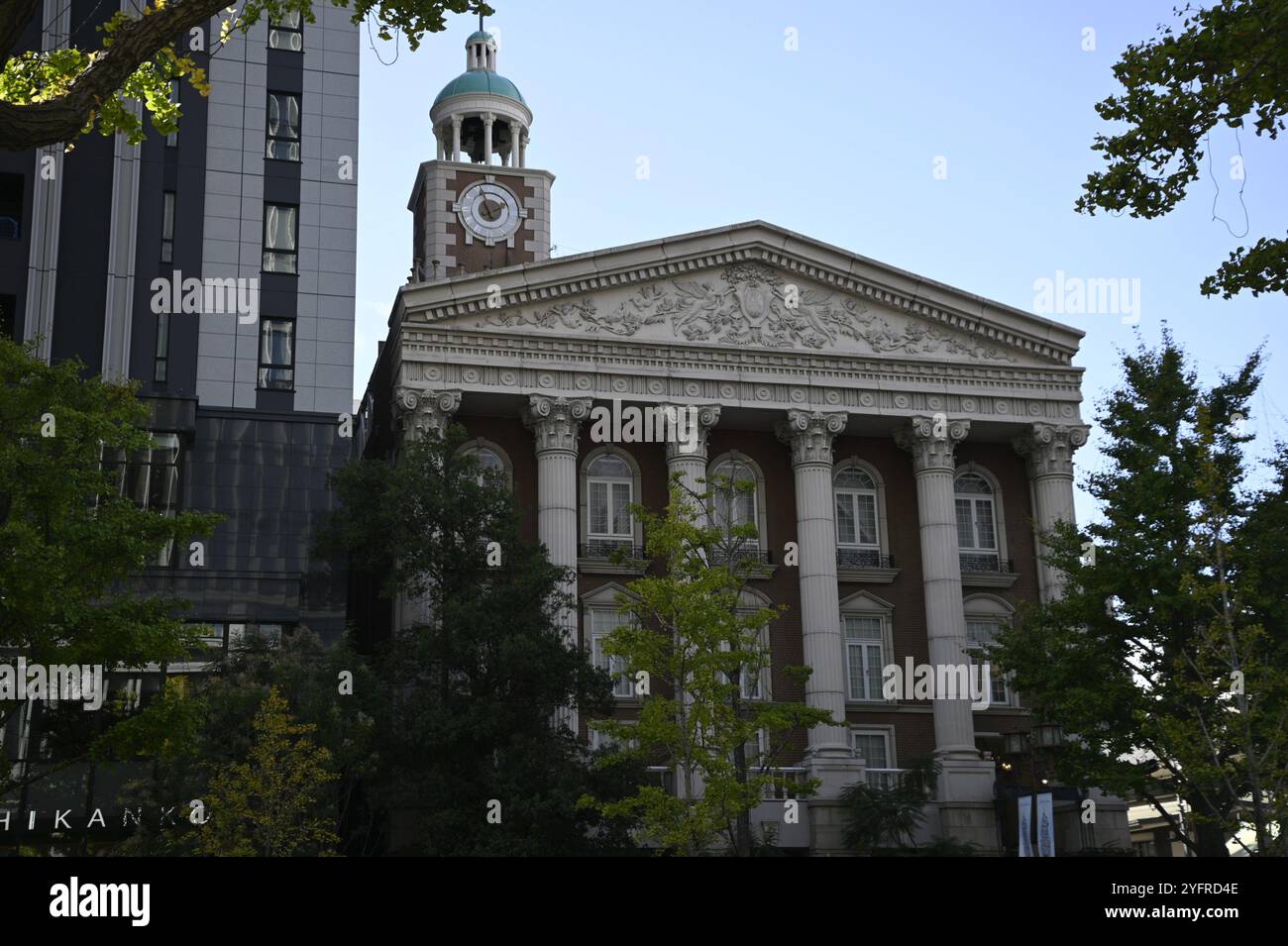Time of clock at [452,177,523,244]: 1:56
